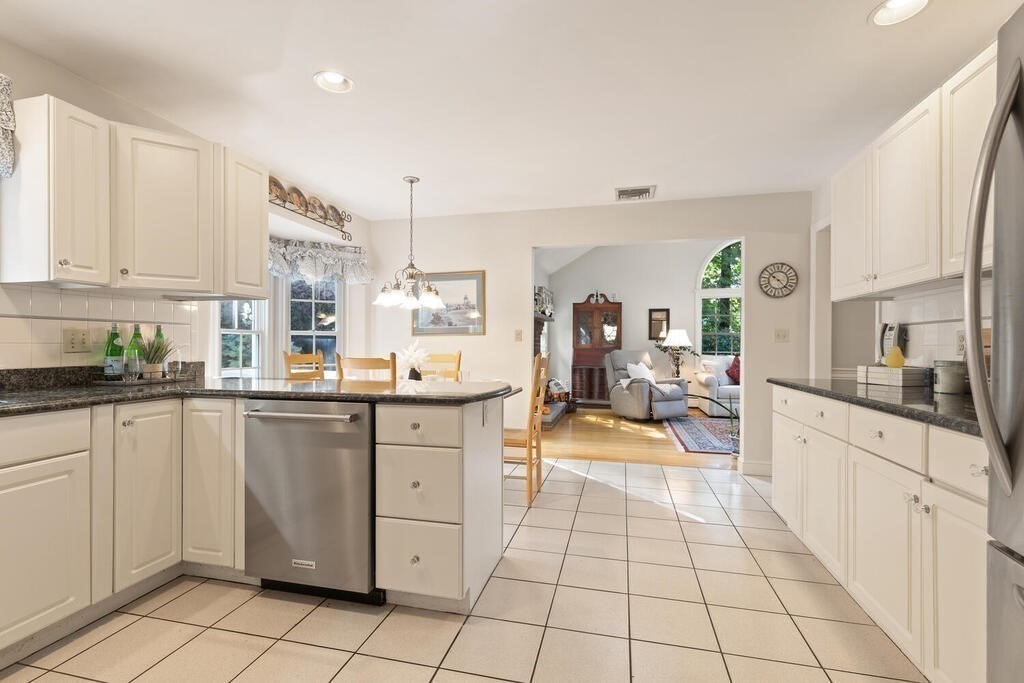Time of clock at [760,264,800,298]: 10:22
